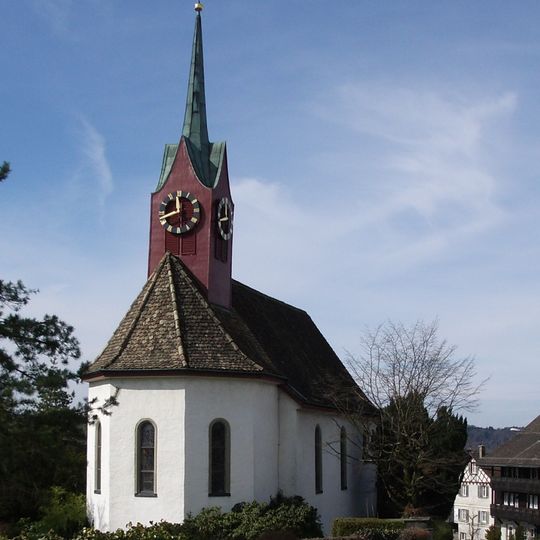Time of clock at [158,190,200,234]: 11:41
